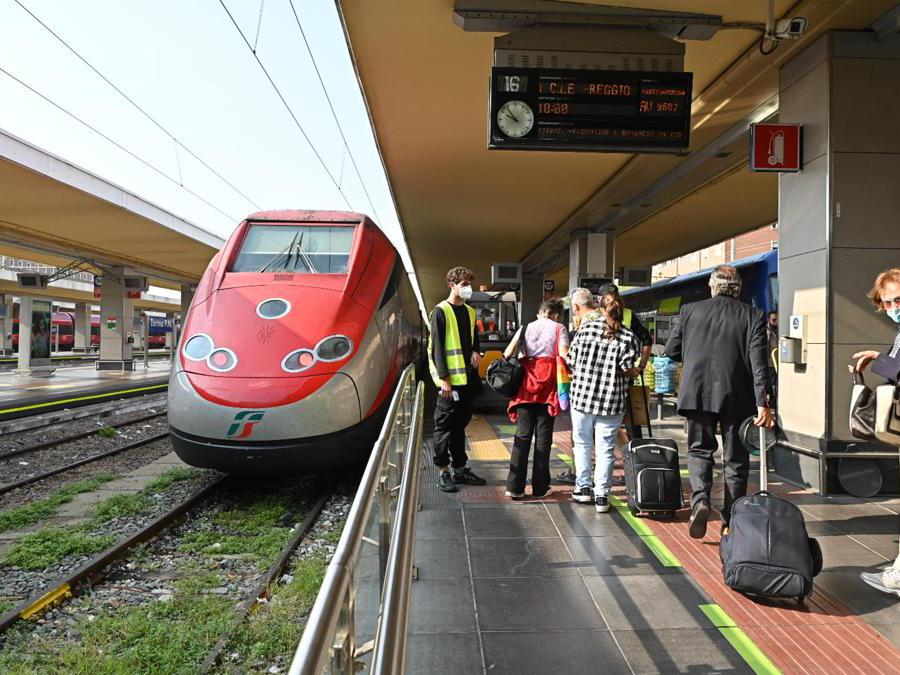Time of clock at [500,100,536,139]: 9:53
